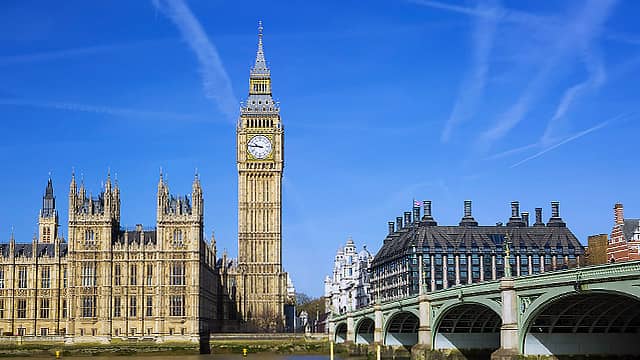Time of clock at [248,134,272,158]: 9:45
